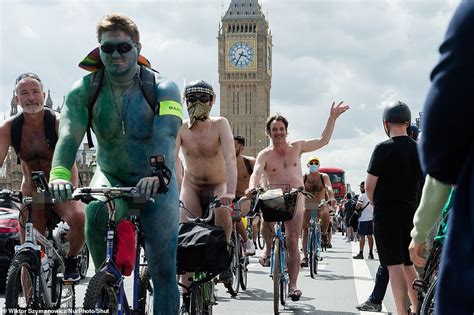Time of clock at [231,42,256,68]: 3:35
